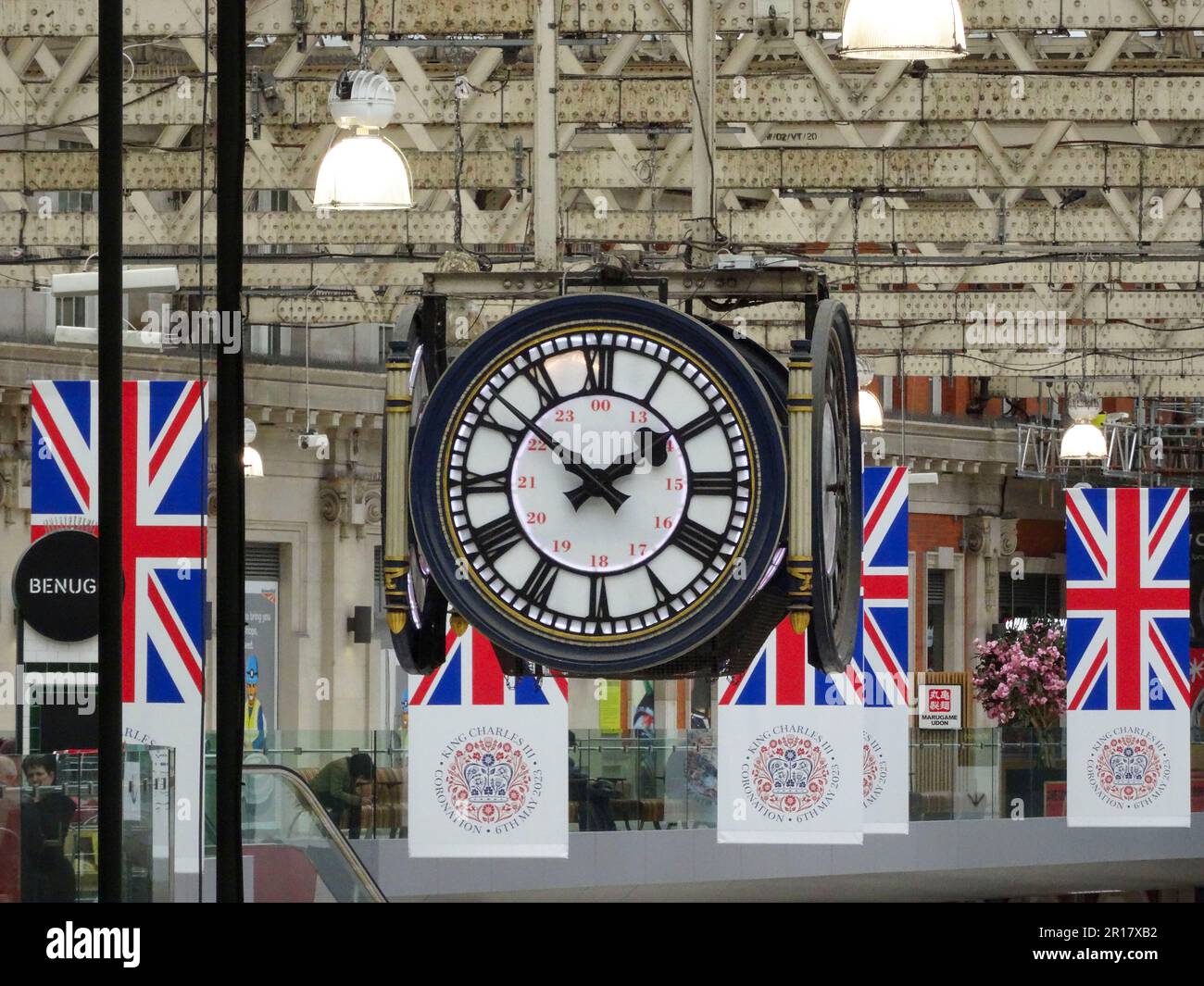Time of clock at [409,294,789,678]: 1:51
